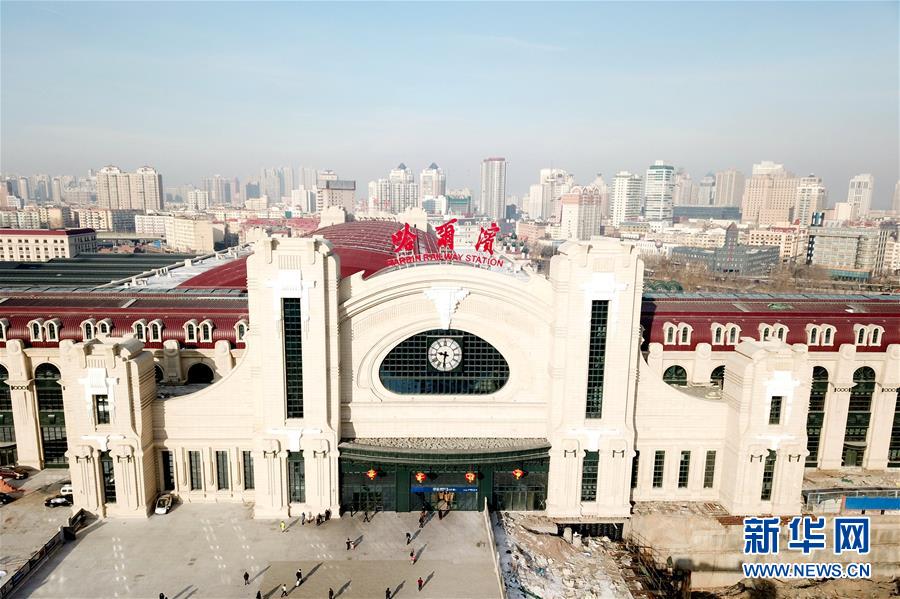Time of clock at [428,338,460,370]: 9:31
